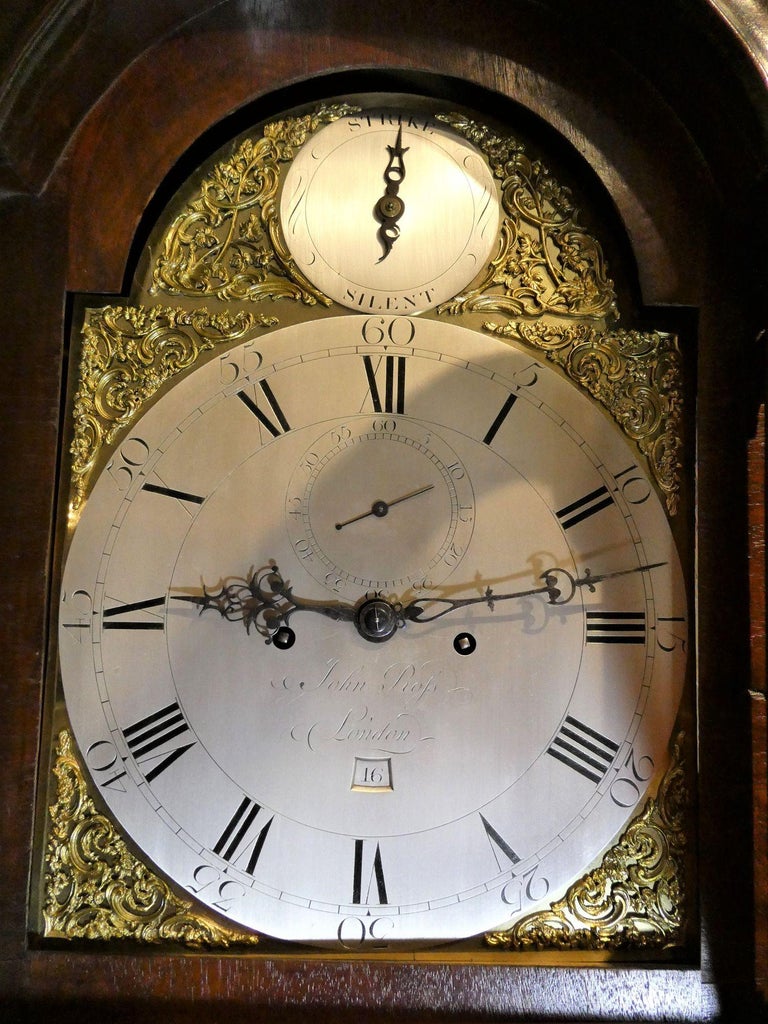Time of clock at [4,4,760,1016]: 9:13
